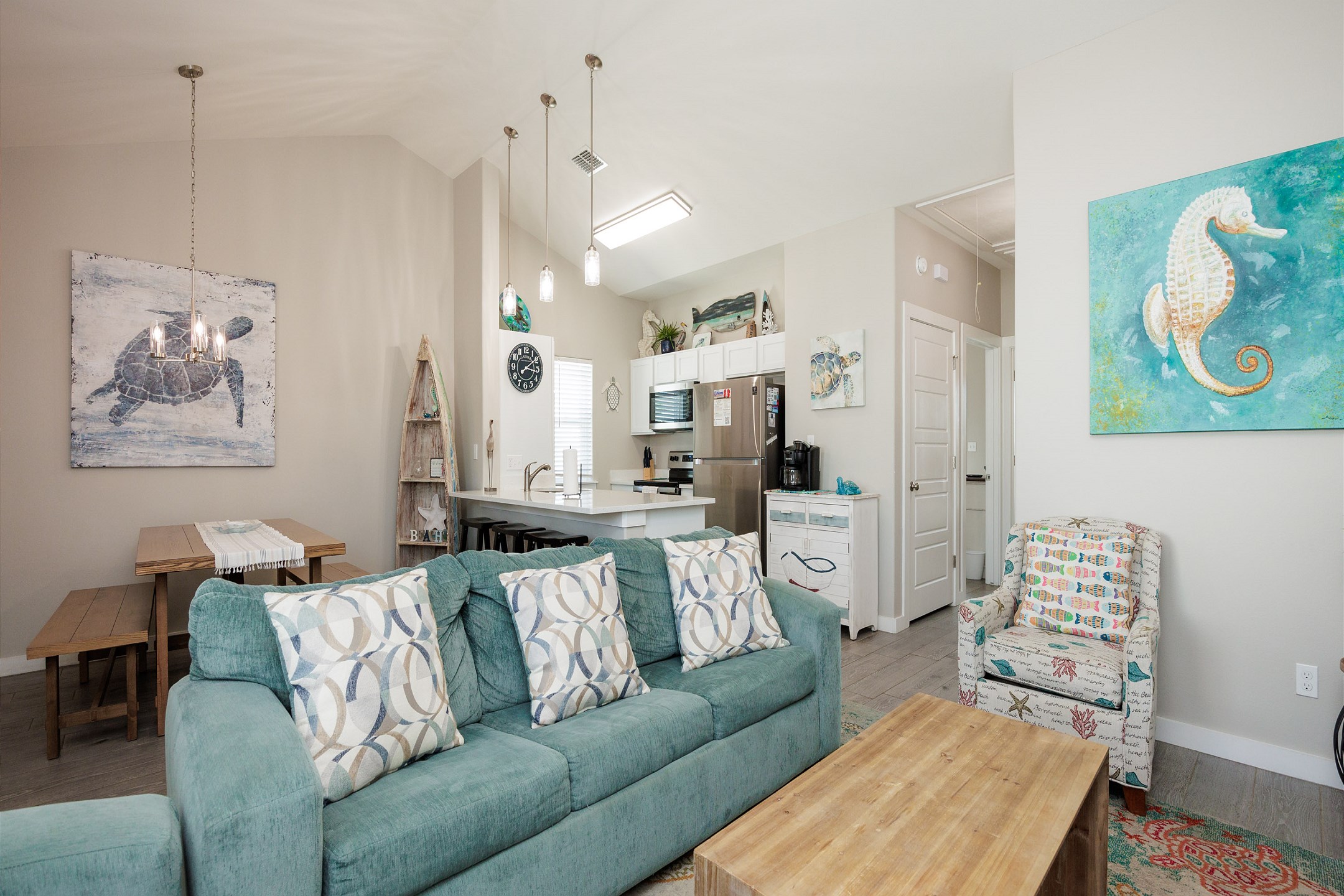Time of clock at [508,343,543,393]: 3:09
